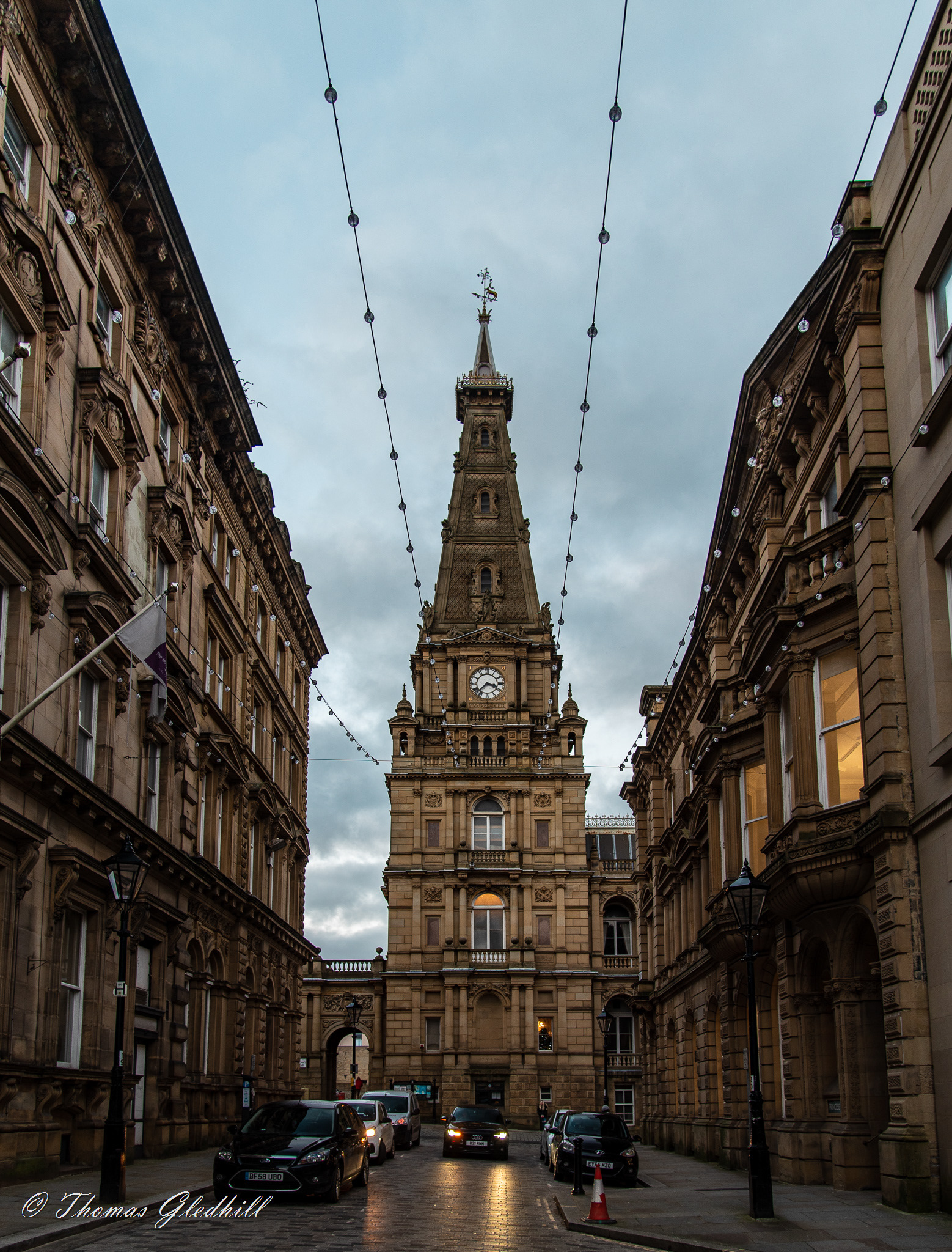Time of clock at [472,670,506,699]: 3:37
